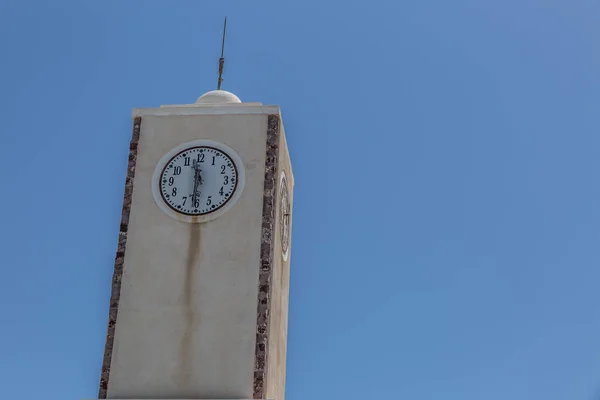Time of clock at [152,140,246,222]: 11:30
